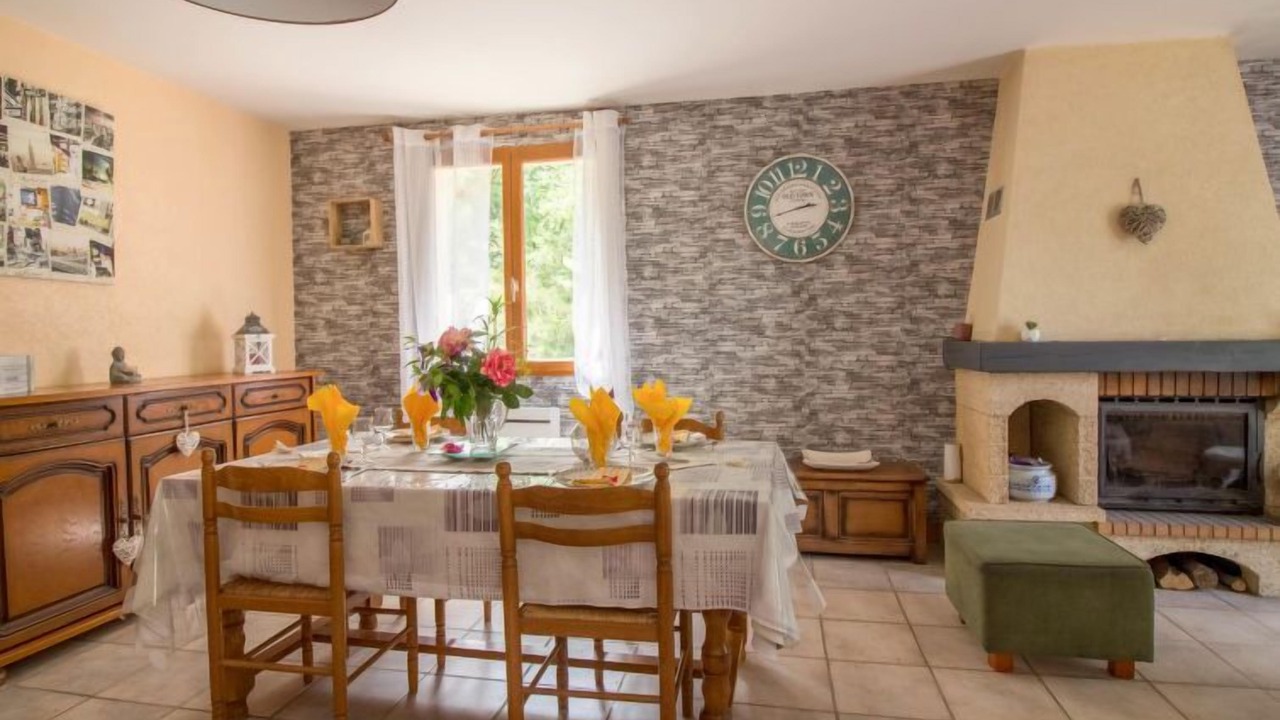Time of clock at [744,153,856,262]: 2:42
